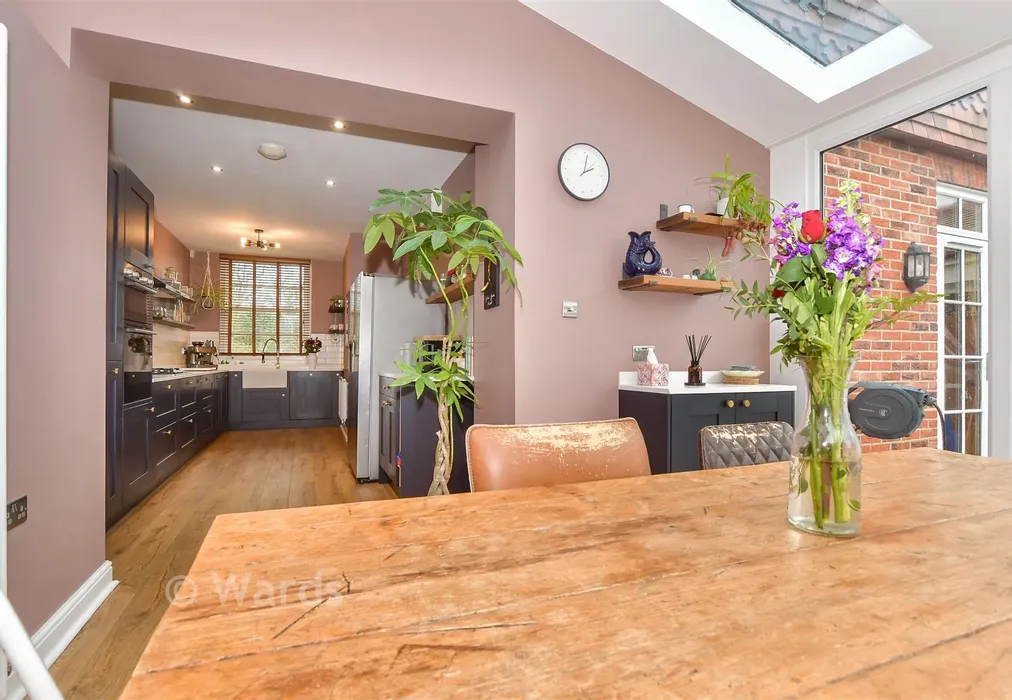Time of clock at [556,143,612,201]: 2:02
